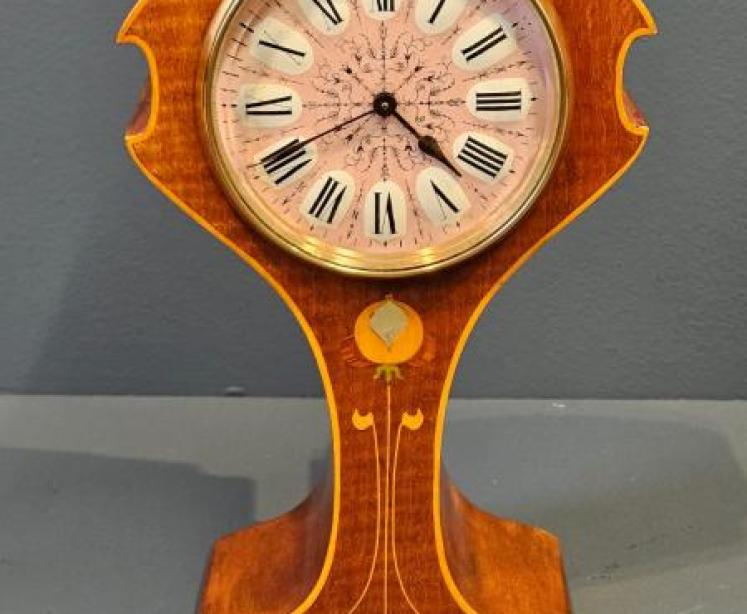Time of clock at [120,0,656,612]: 4:40
